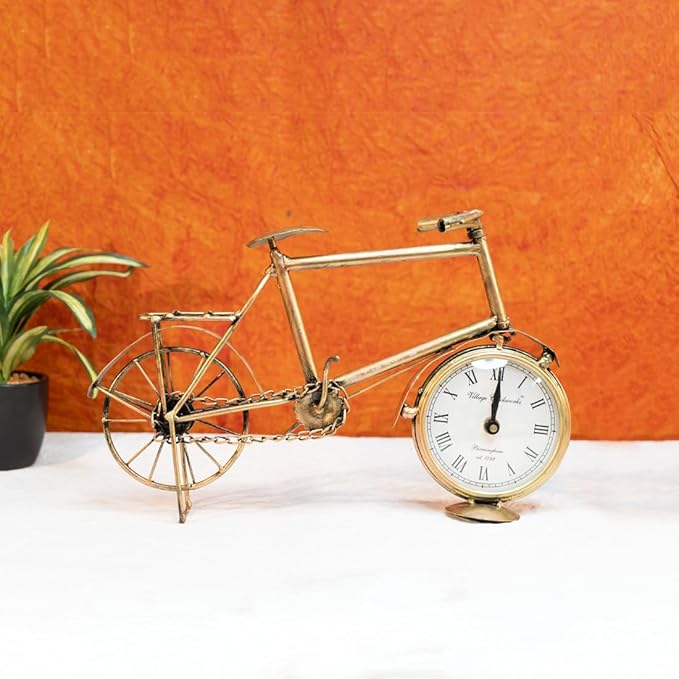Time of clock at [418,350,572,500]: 12:00
